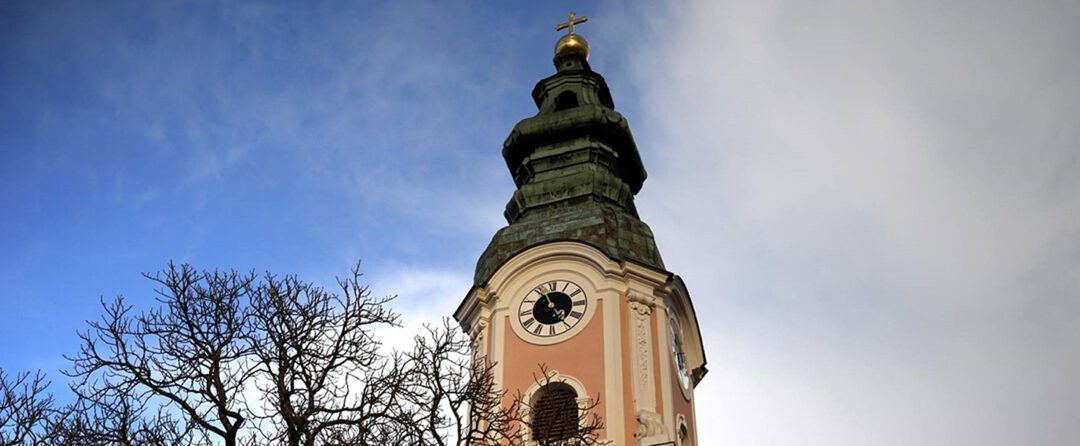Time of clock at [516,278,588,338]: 4:56
